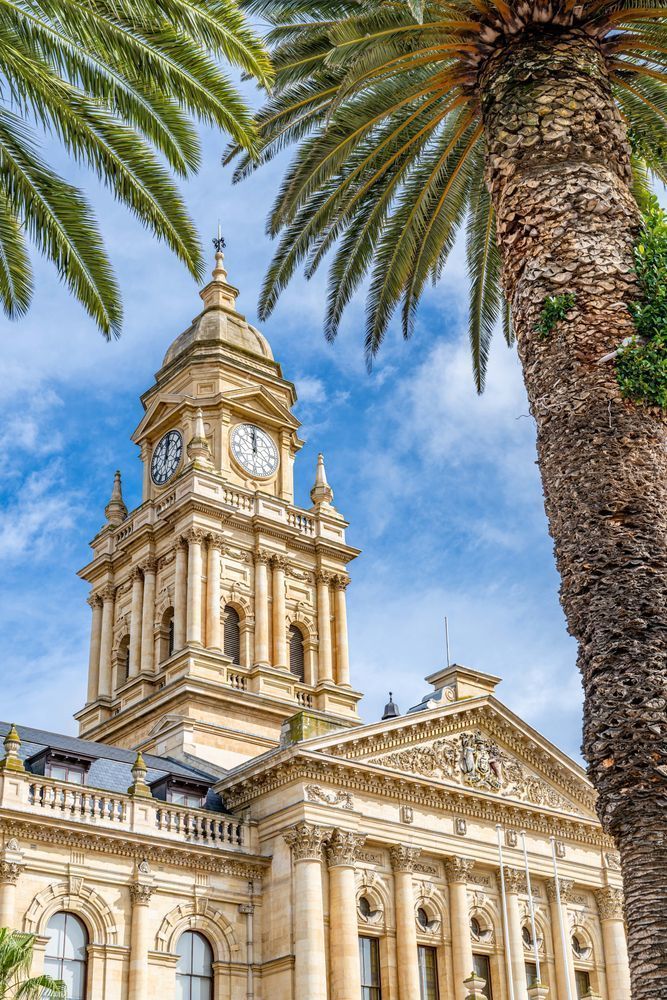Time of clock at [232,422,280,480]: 12:00
